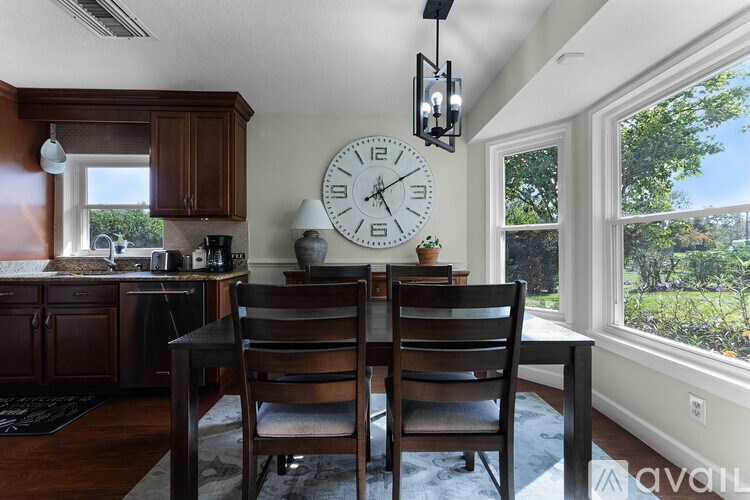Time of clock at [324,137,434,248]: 5:09
